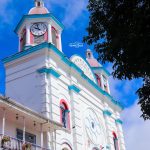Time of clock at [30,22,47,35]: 9:57
